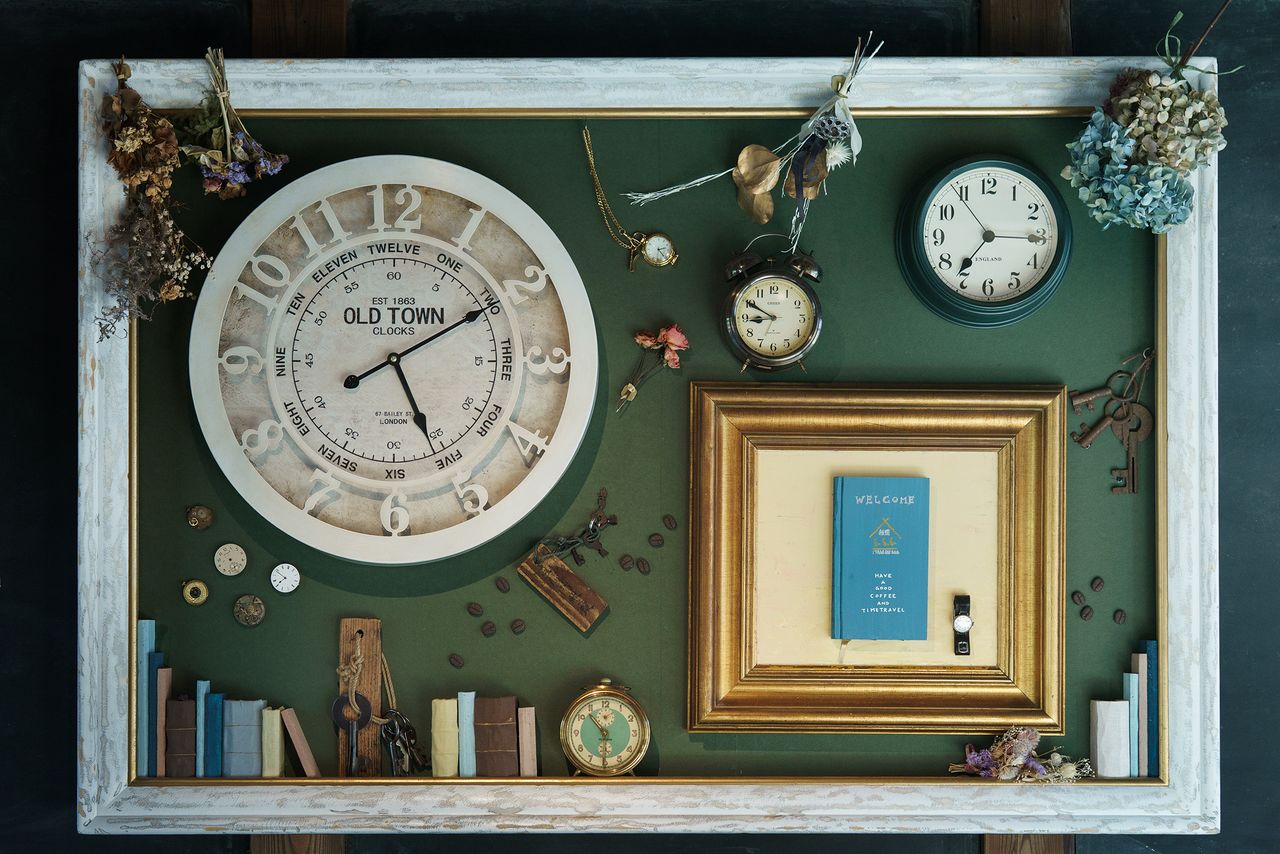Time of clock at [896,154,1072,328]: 7:15
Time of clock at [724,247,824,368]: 8:50
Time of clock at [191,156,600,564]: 5:10
